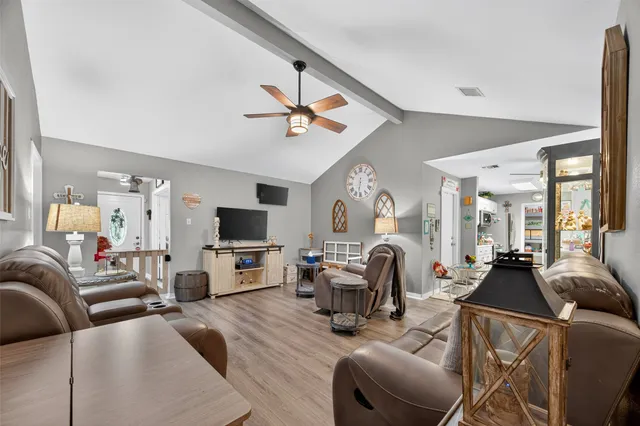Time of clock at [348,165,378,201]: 6:32
